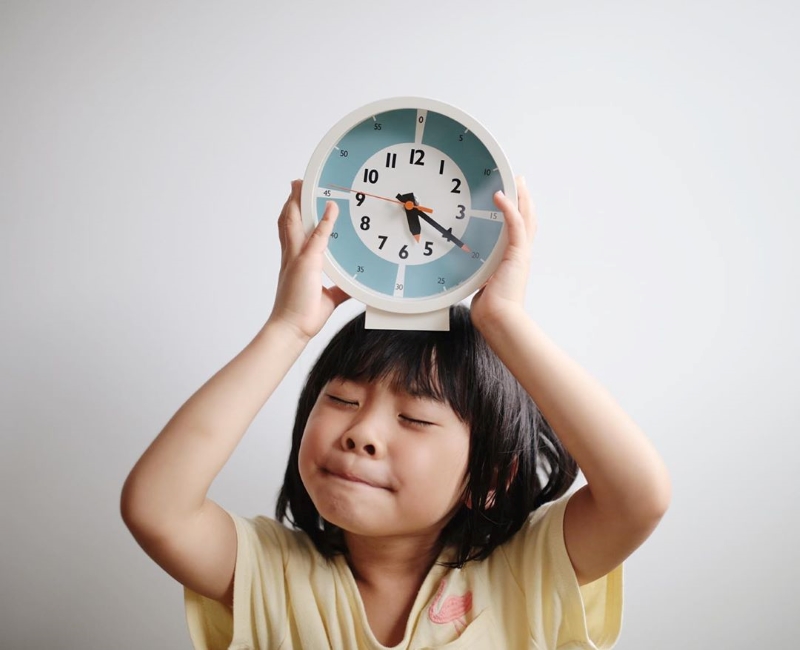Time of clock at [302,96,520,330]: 5:19
